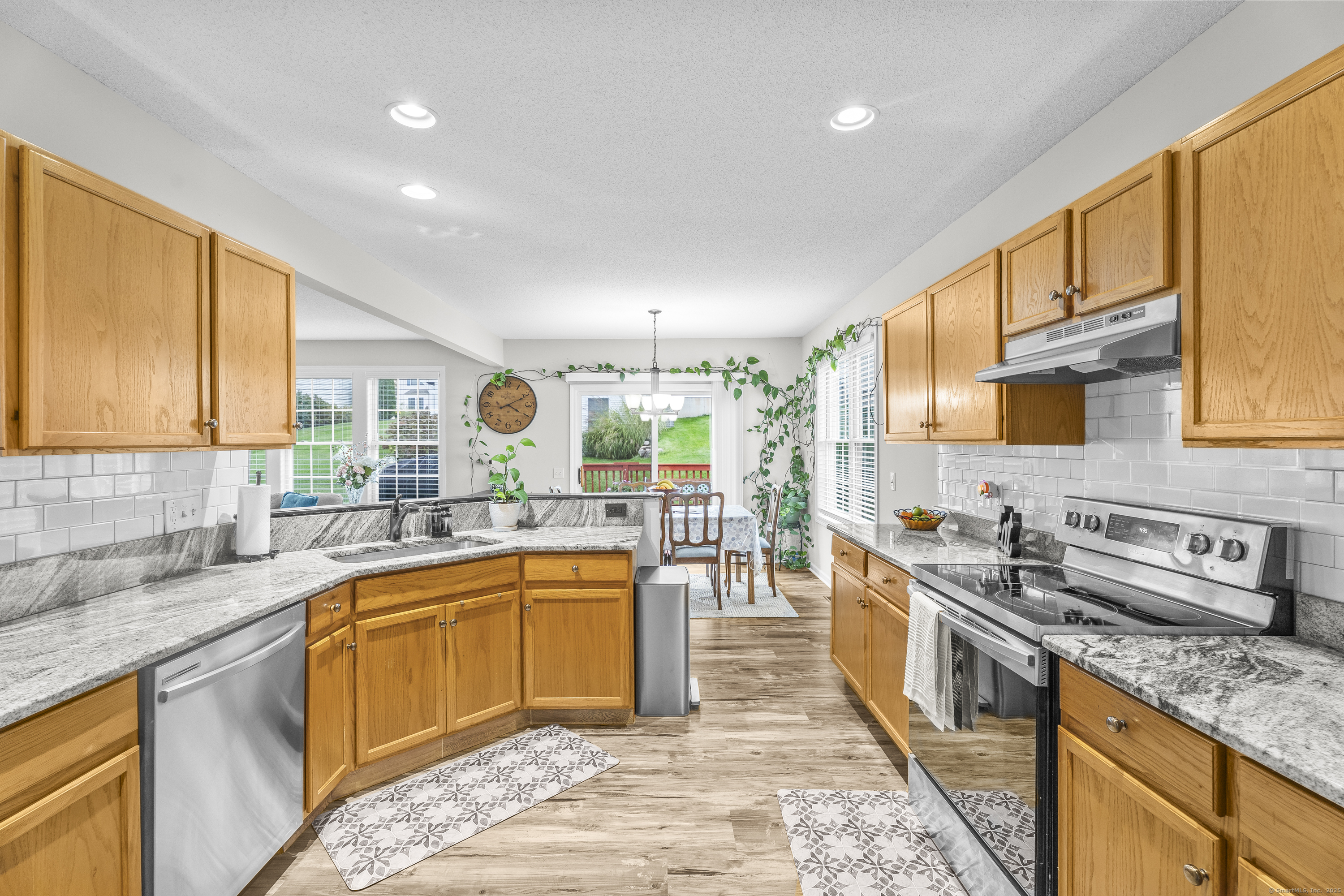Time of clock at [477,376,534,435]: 4:10
